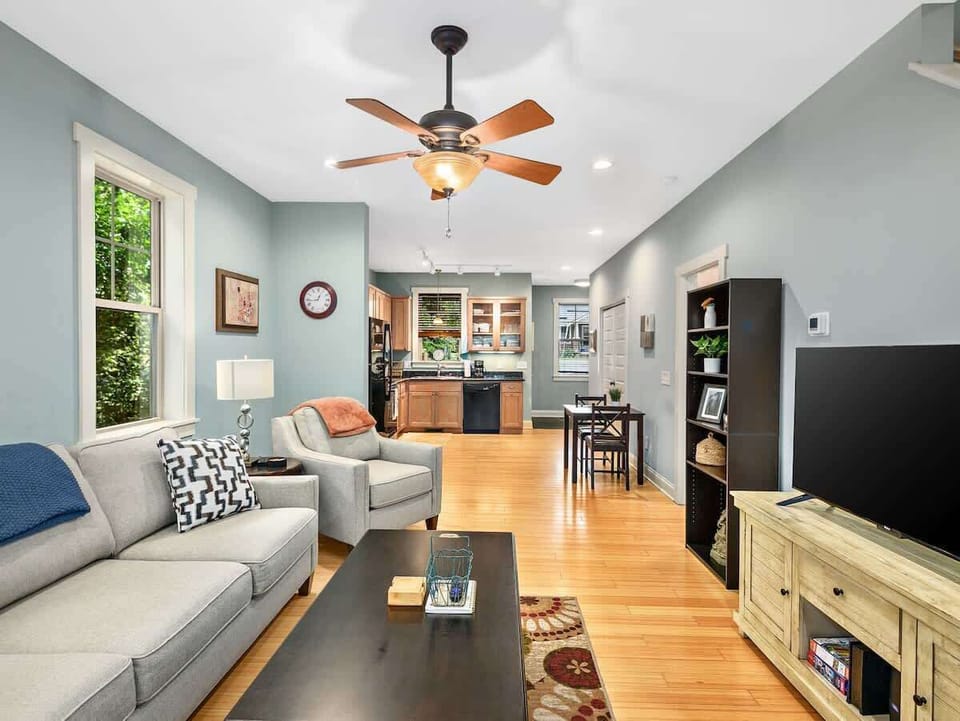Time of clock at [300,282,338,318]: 12:43
